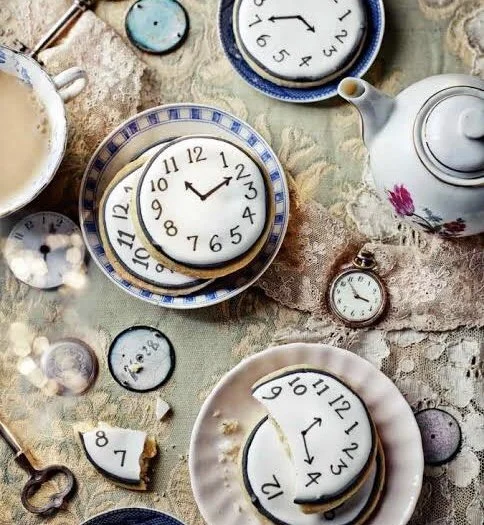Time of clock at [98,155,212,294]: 11:10
